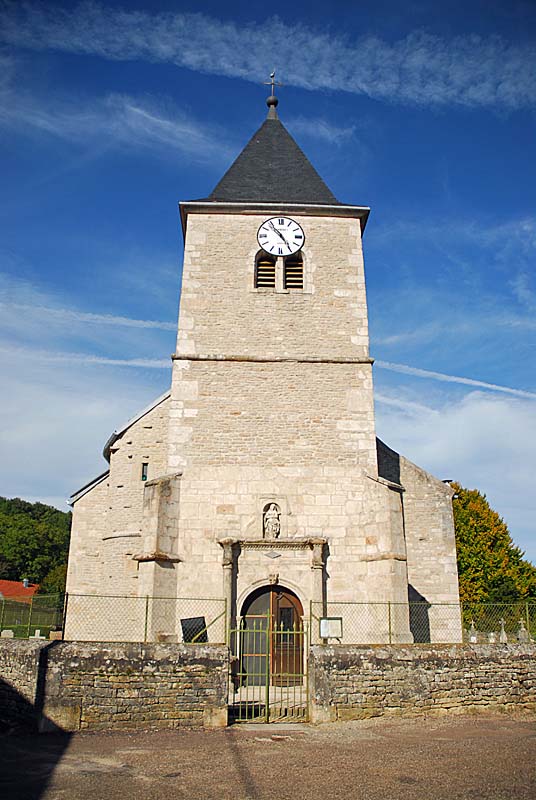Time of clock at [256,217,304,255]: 4:52
